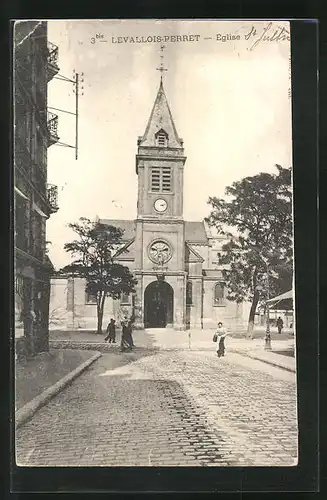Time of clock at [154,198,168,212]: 3:12
